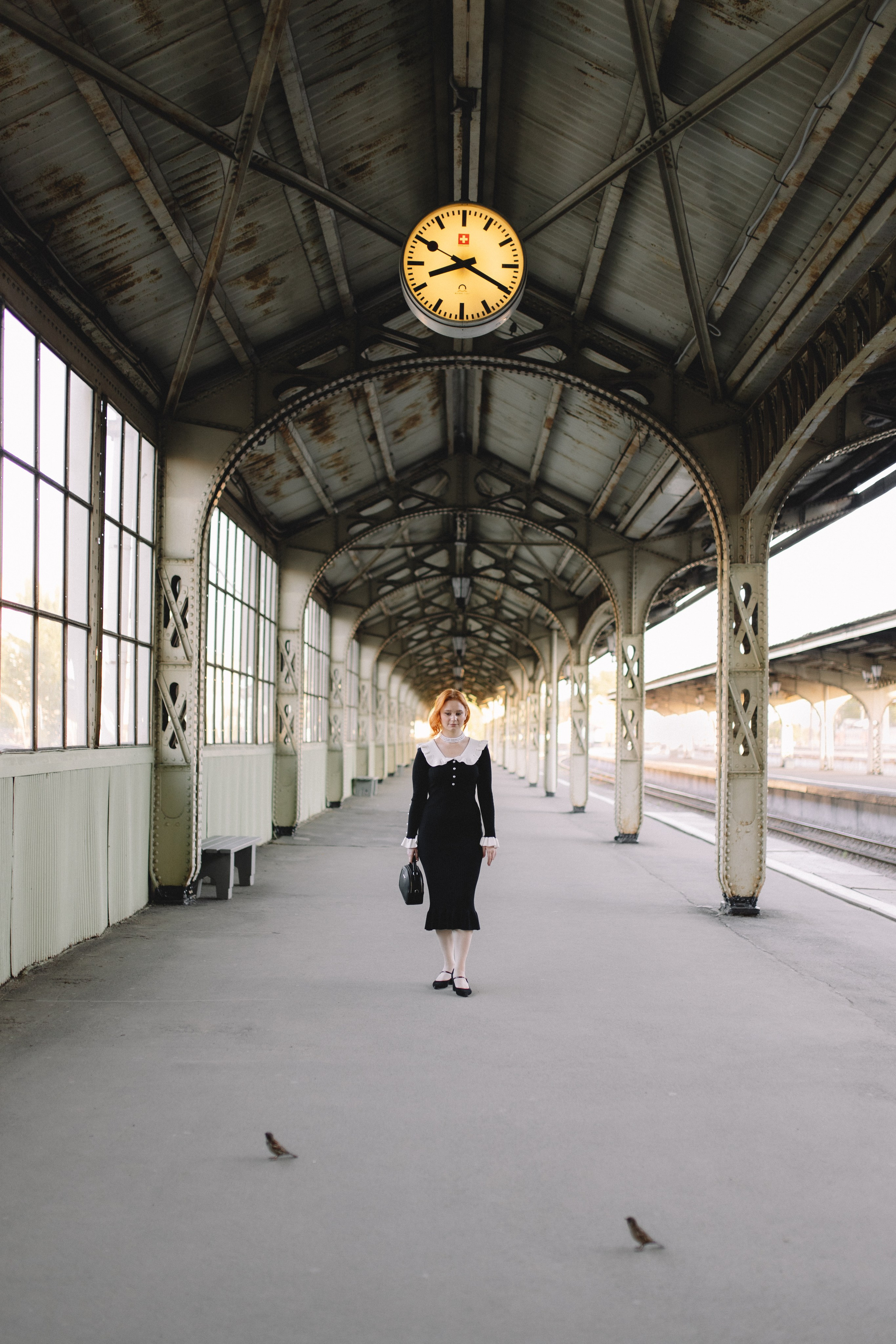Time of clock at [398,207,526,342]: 8:19
